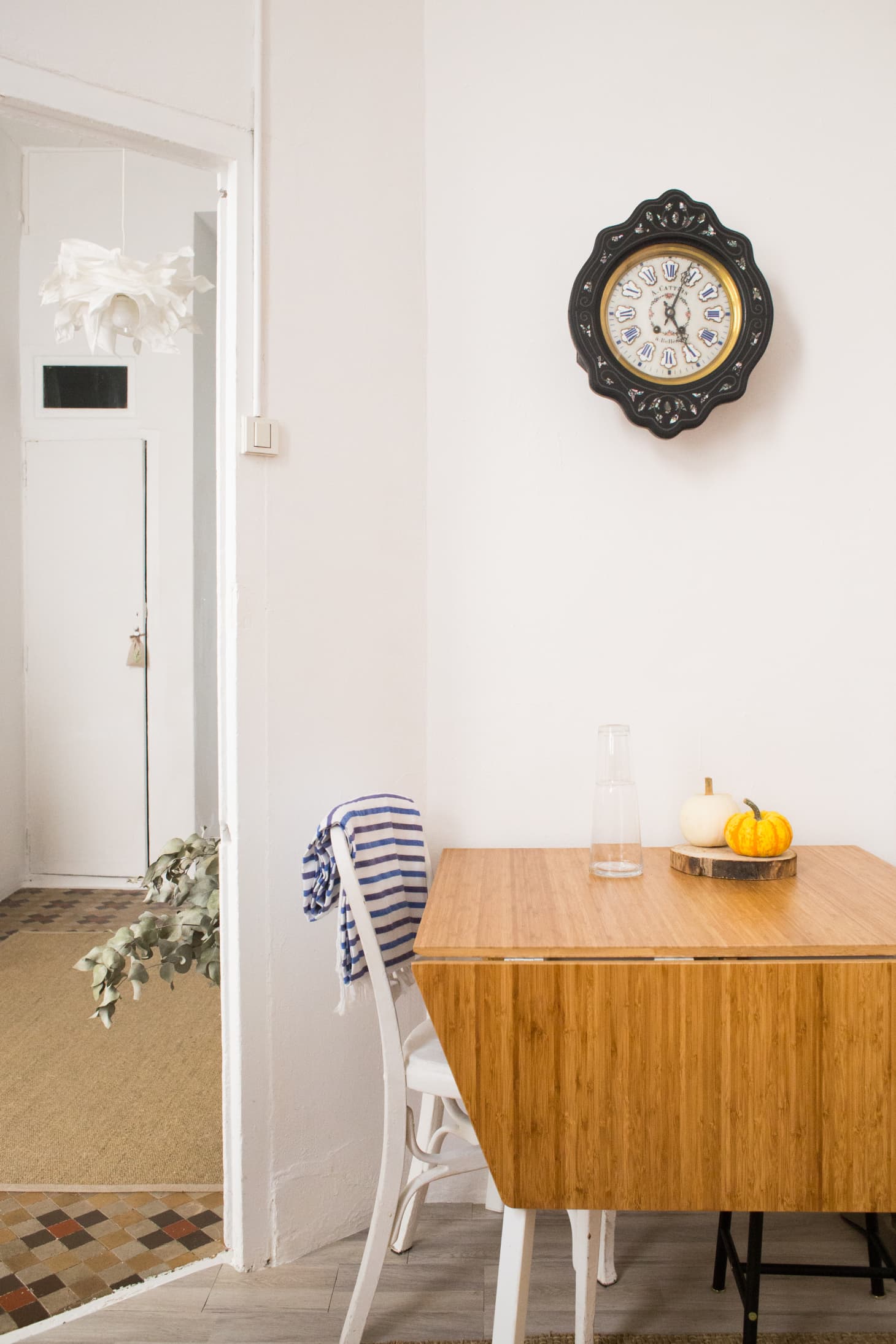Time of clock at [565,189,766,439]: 5:03
